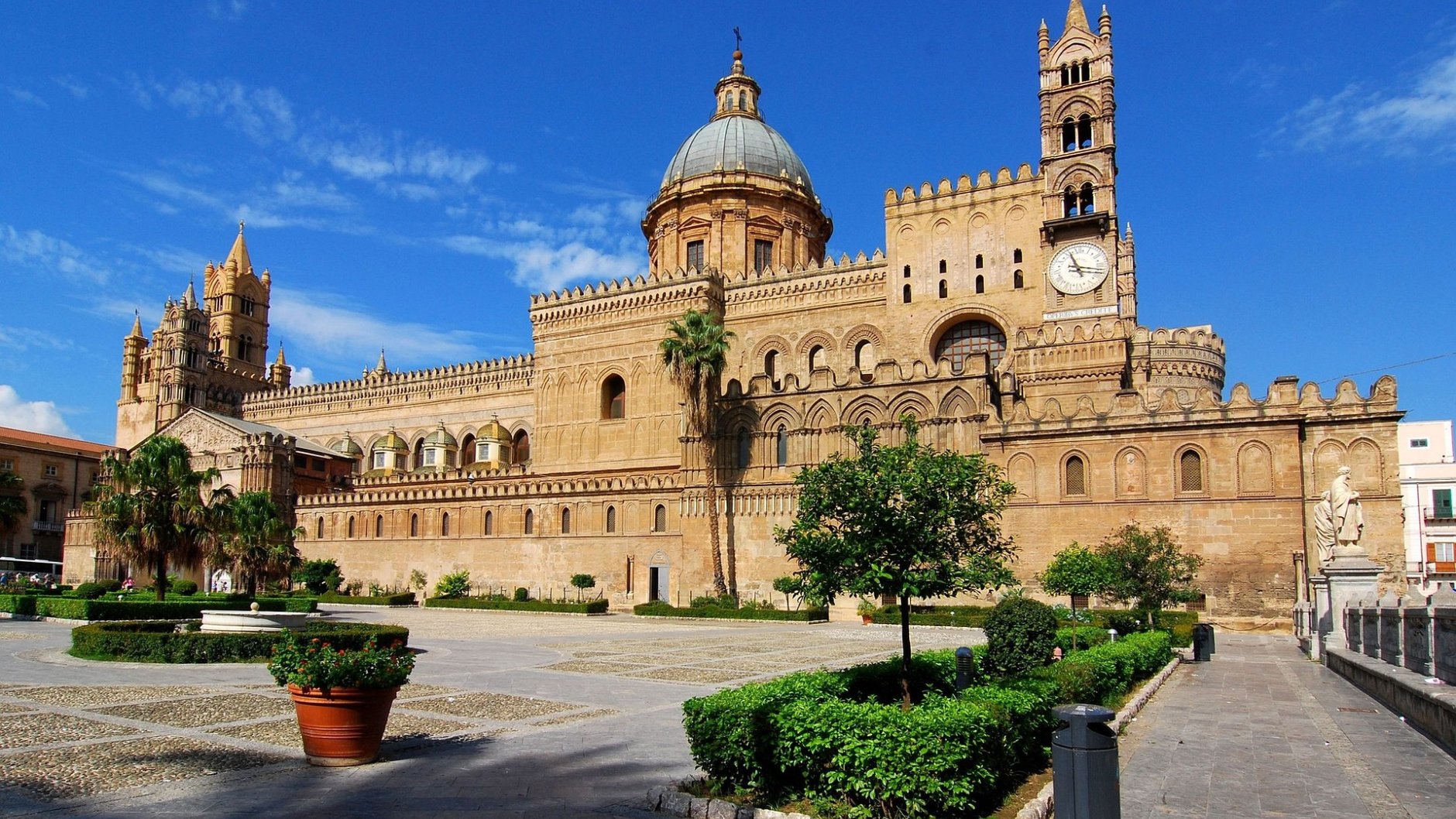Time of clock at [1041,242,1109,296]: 11:16
